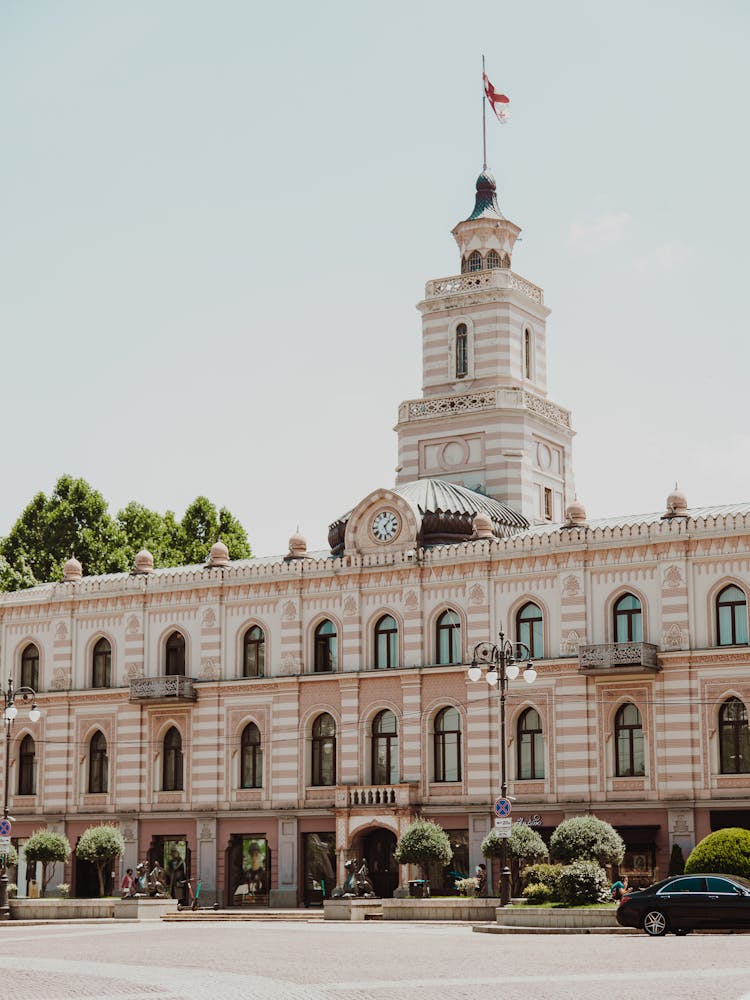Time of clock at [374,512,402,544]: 1:26
